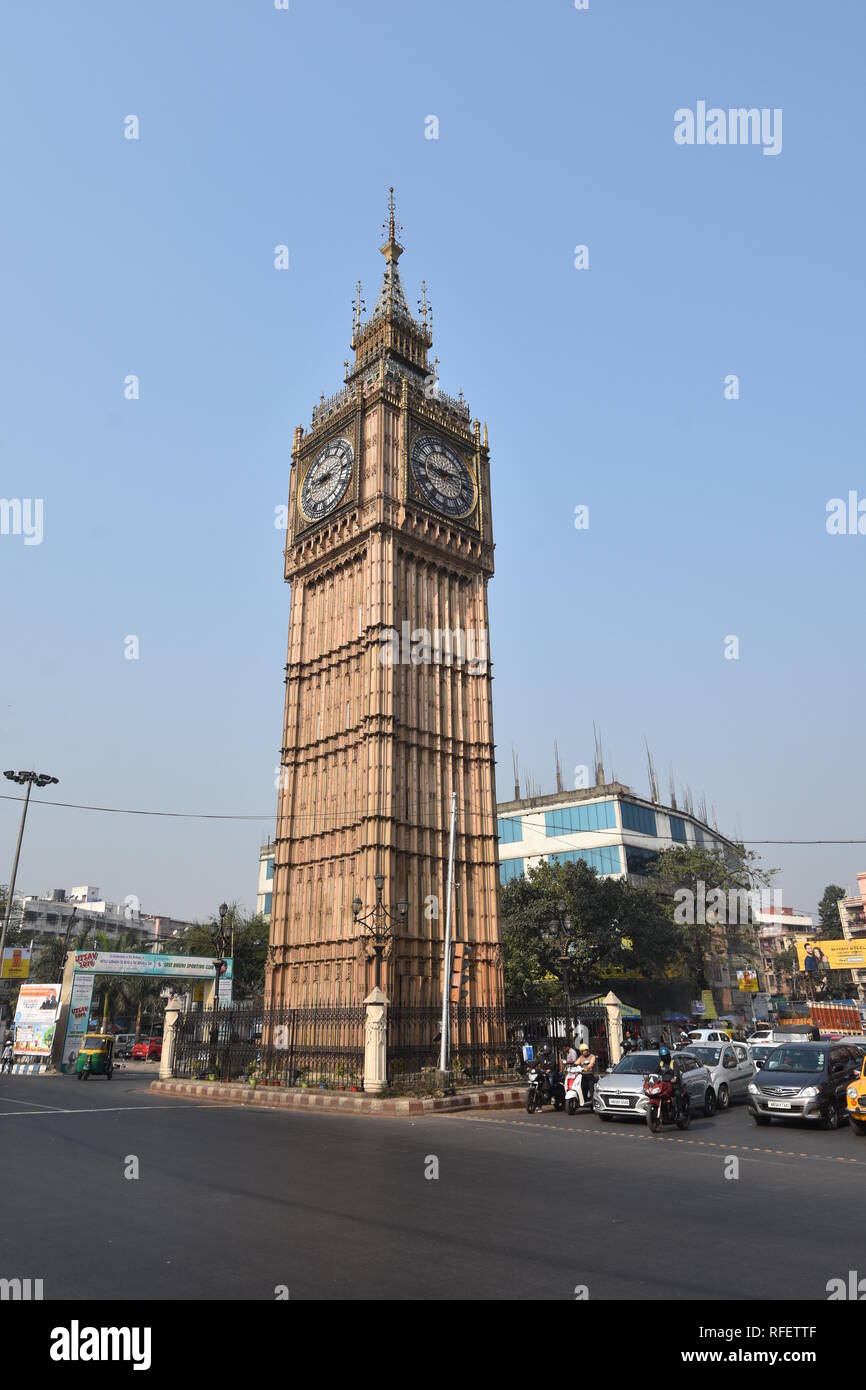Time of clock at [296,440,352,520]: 9:12
